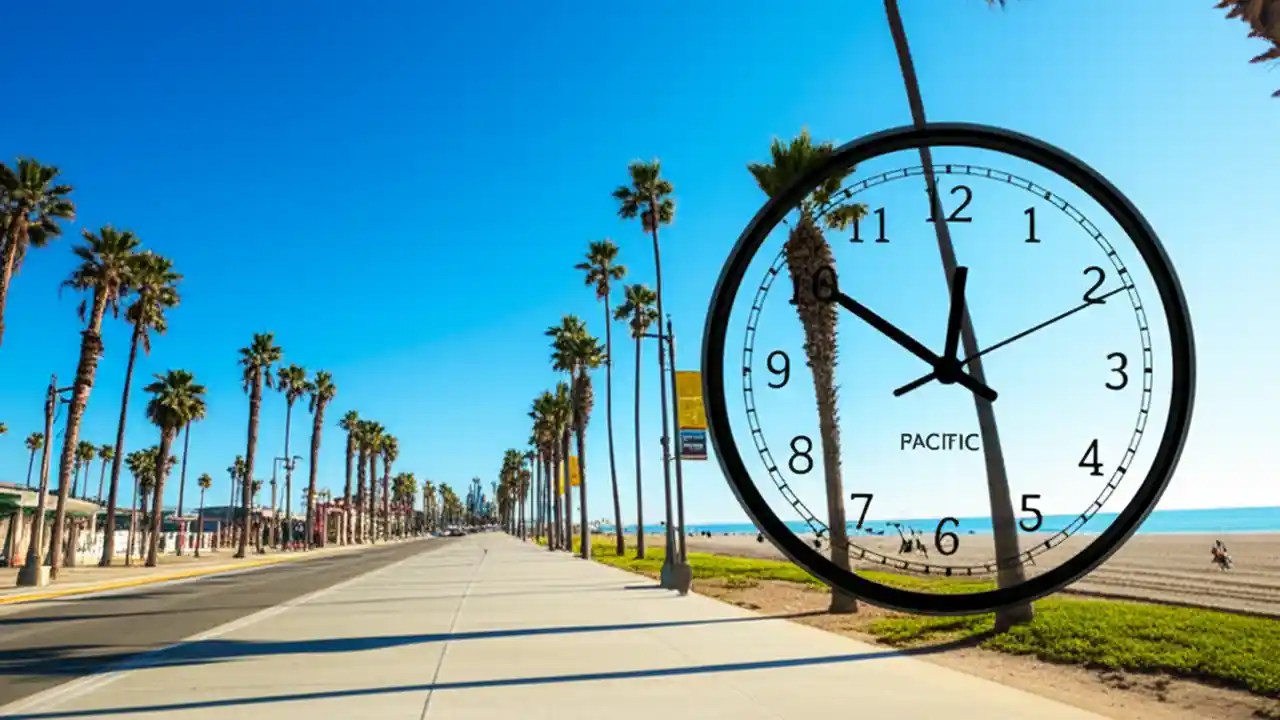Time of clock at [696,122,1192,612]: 11:50
